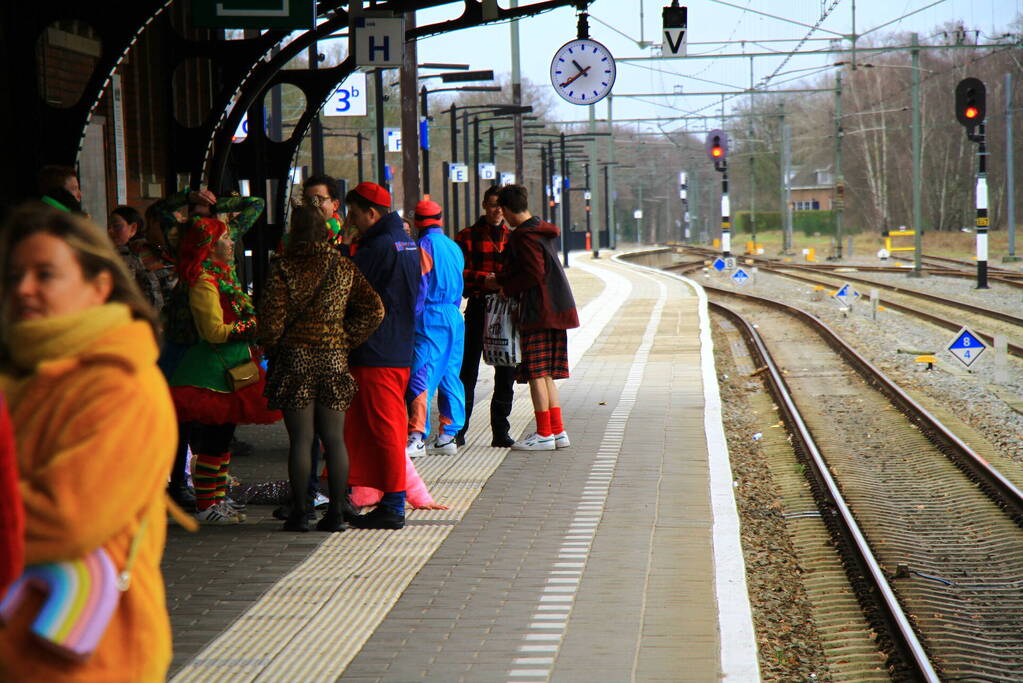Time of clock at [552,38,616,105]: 10:39
